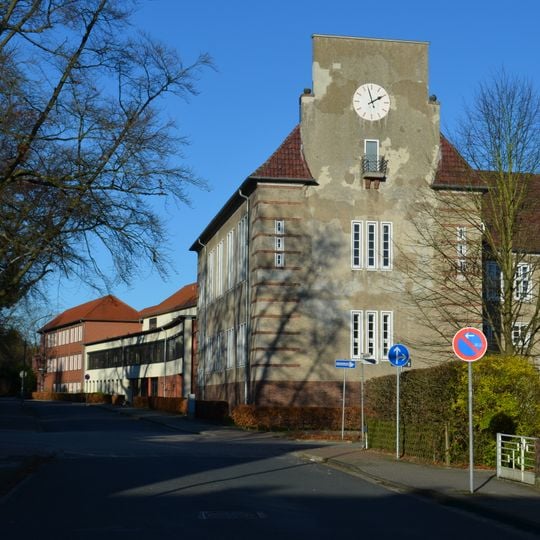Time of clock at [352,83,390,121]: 1:57
